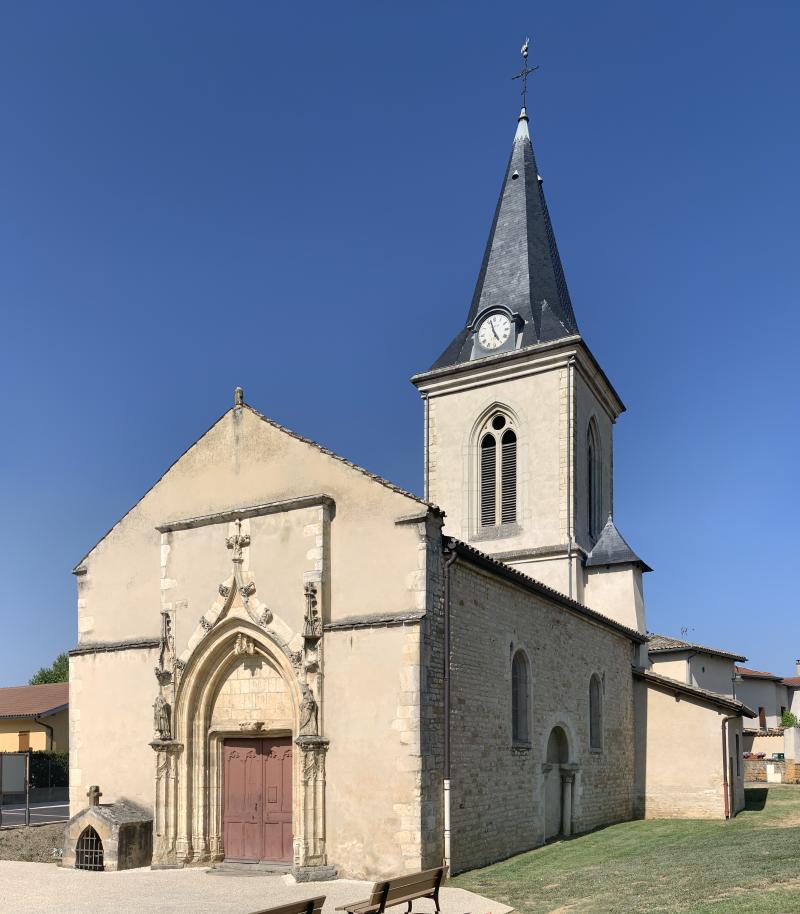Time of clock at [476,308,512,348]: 4:57
